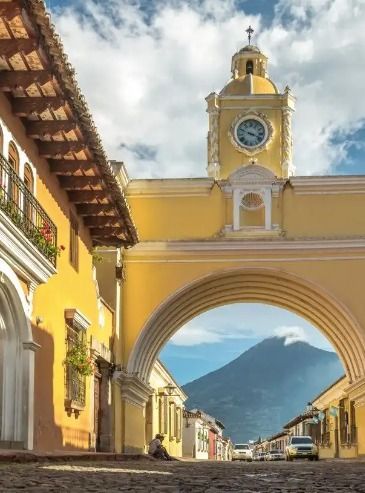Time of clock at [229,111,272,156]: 3:48
